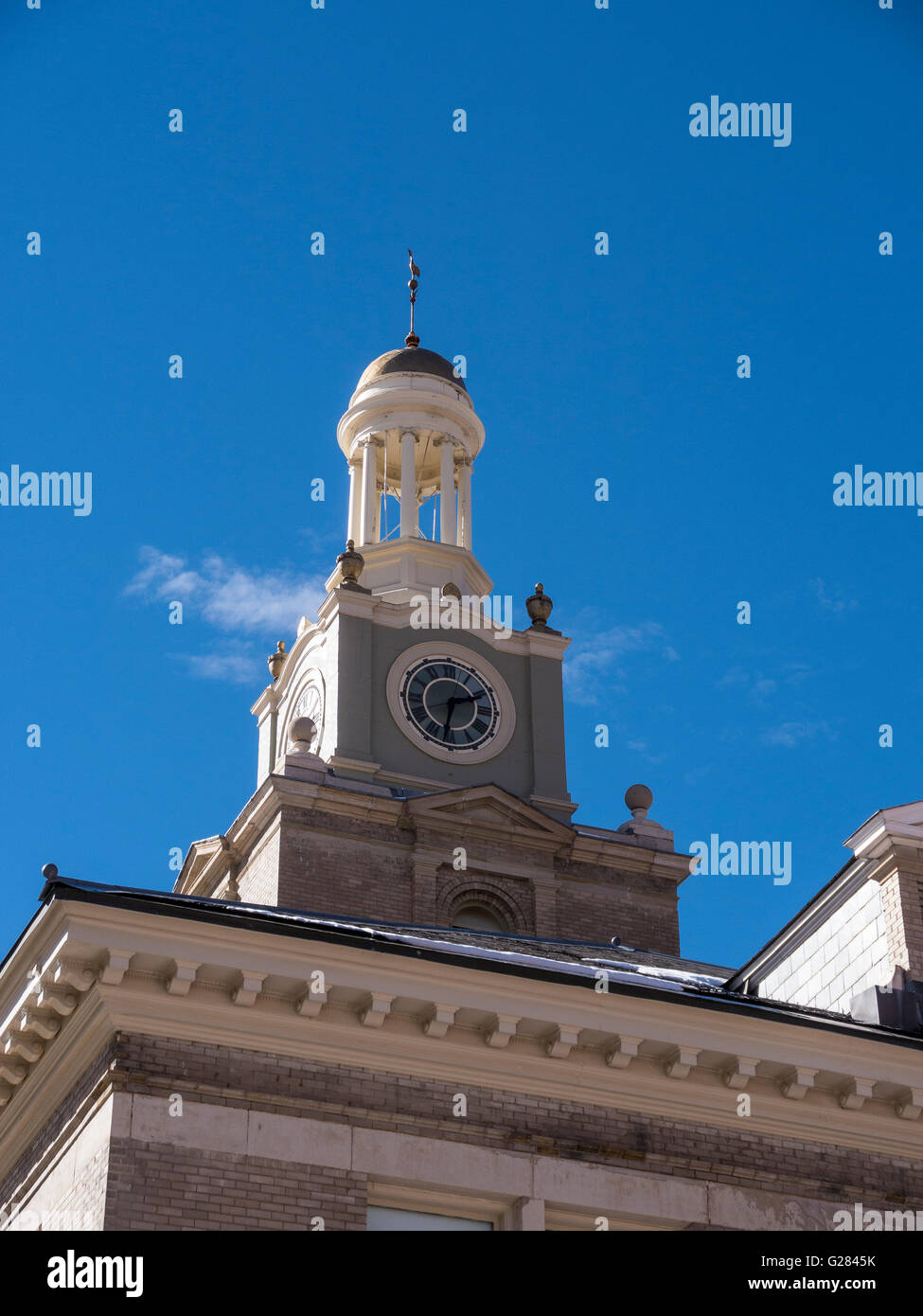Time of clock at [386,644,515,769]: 2:32
